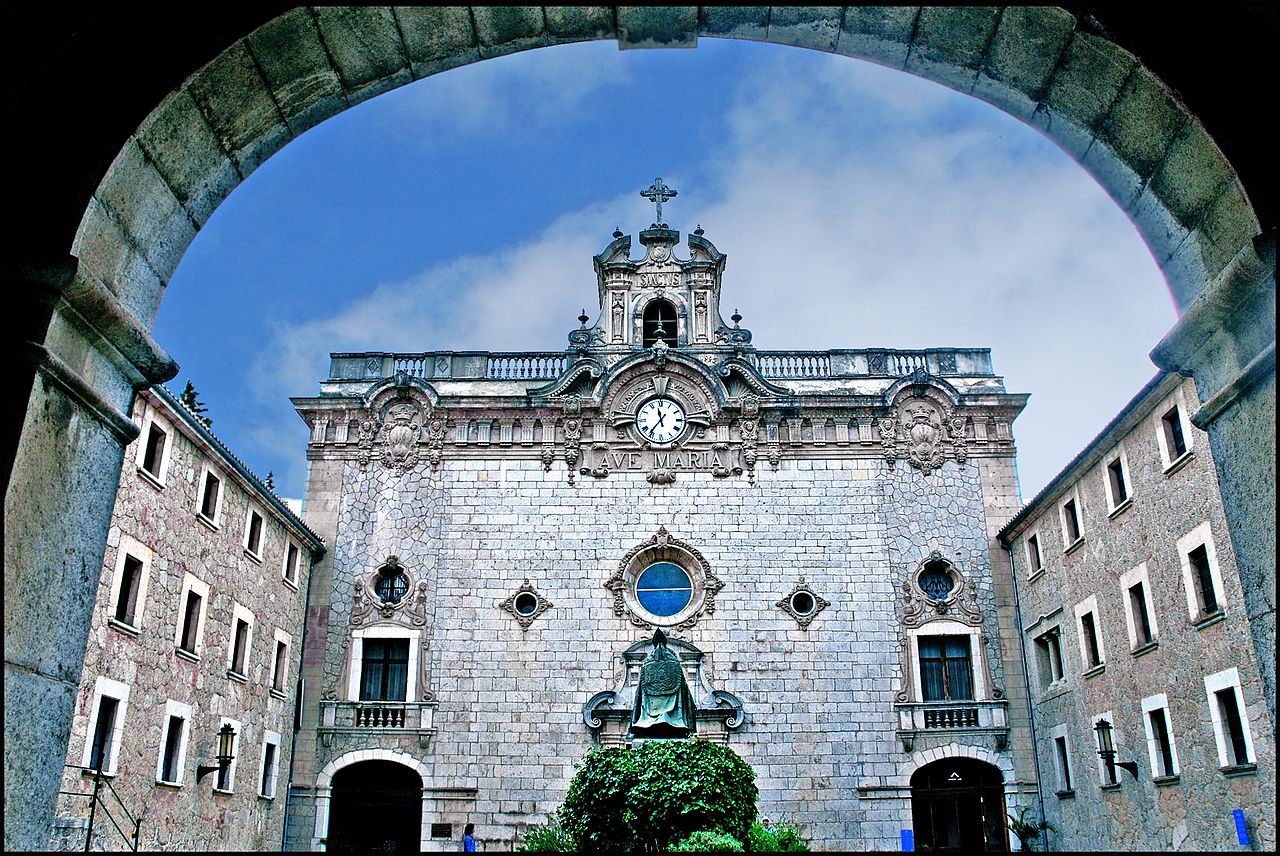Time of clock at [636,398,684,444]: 11:36
